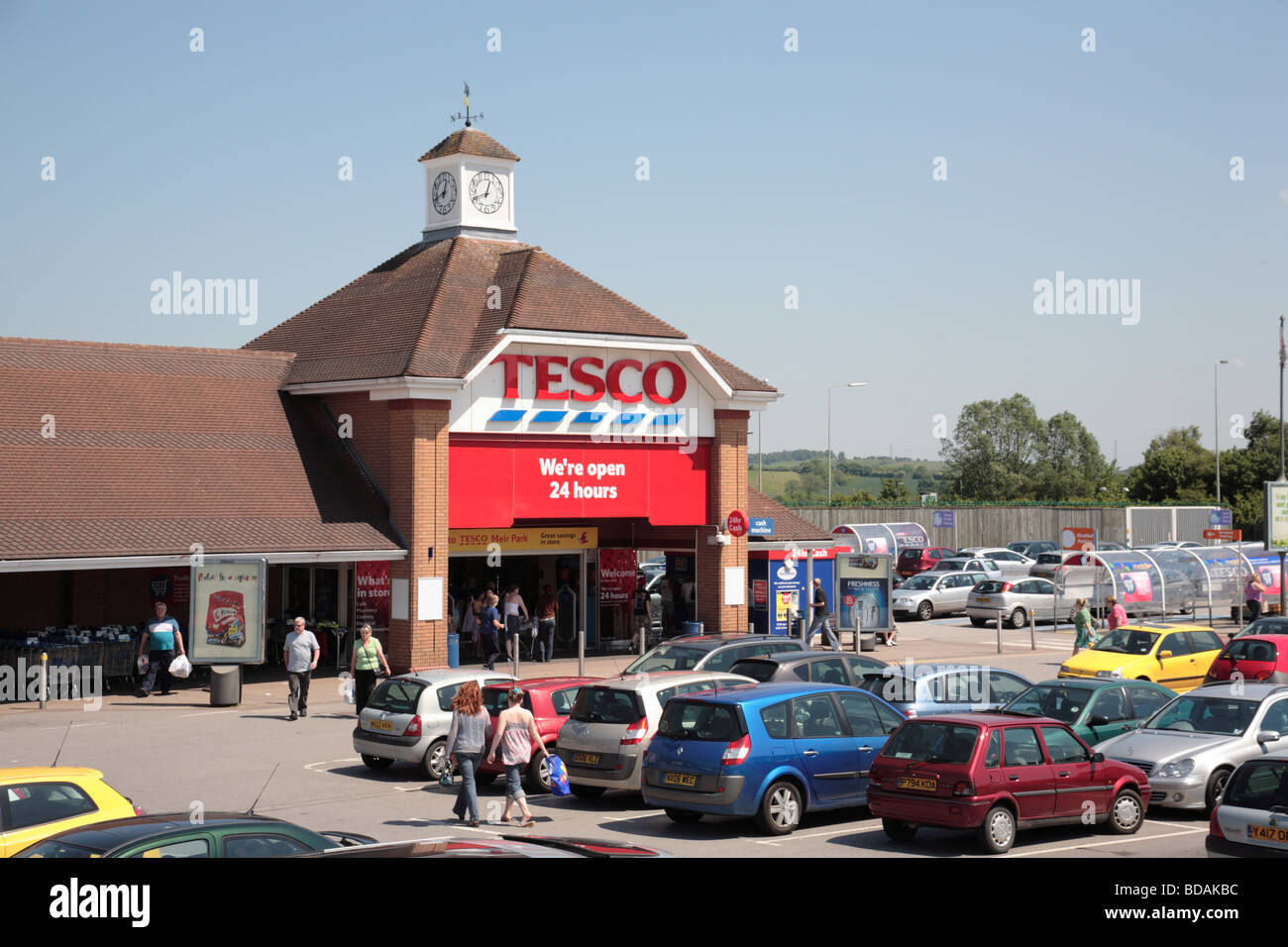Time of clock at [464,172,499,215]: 12:41
